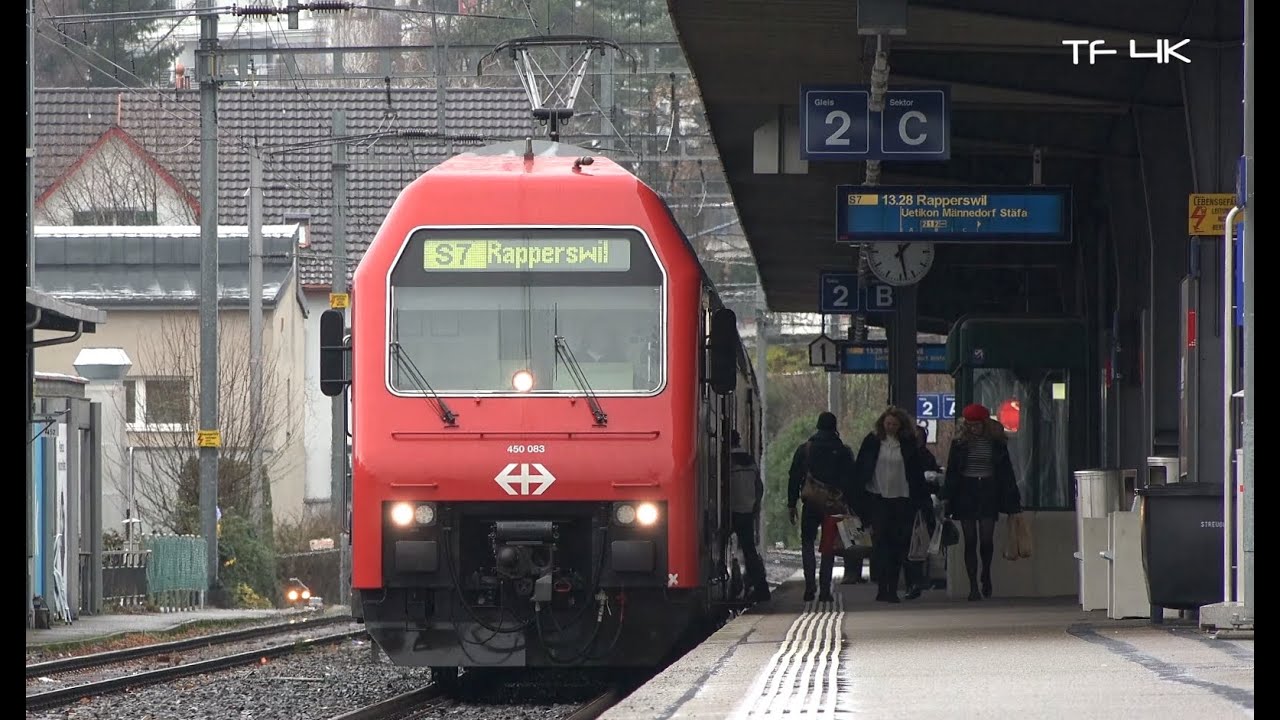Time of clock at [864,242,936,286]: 1:28
